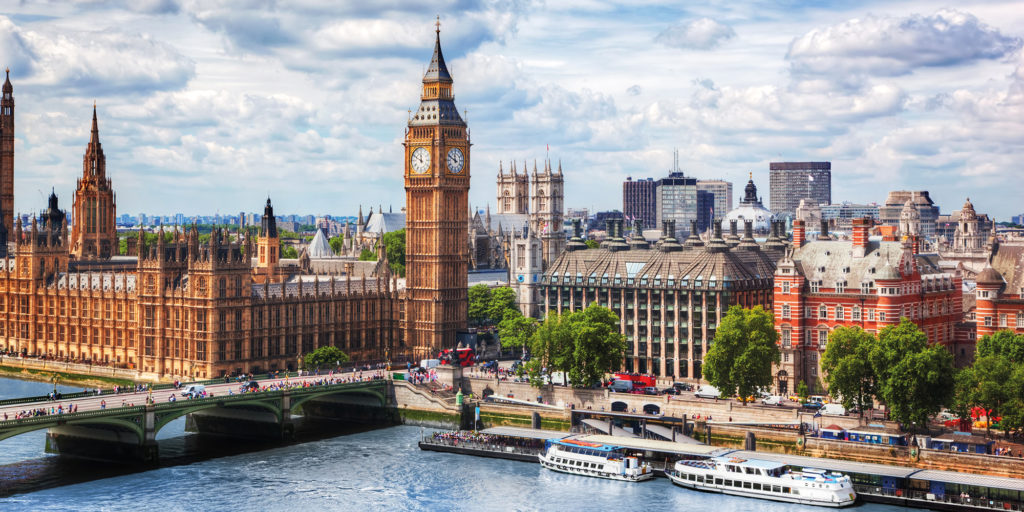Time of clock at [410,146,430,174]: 11:49
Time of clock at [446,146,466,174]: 11:49
